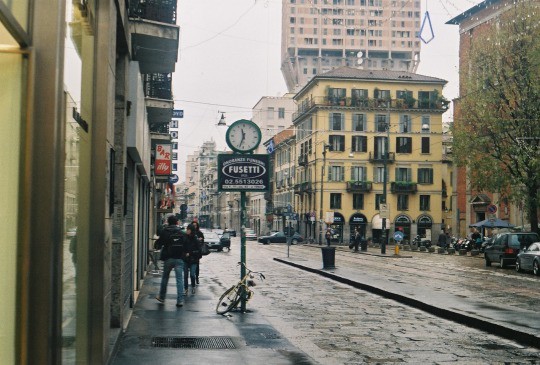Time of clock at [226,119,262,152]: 11:32
